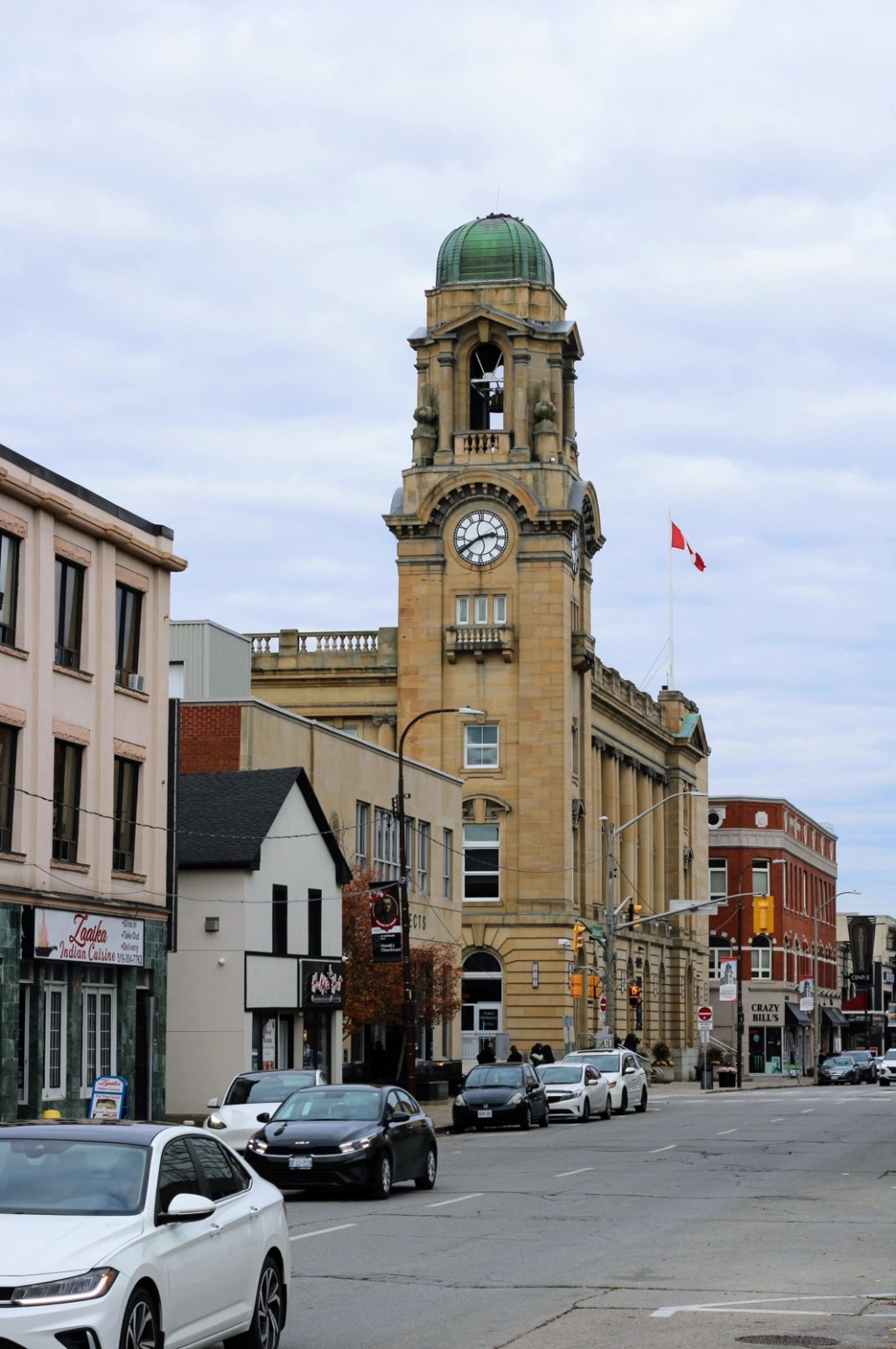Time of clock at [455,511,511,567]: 2:39
